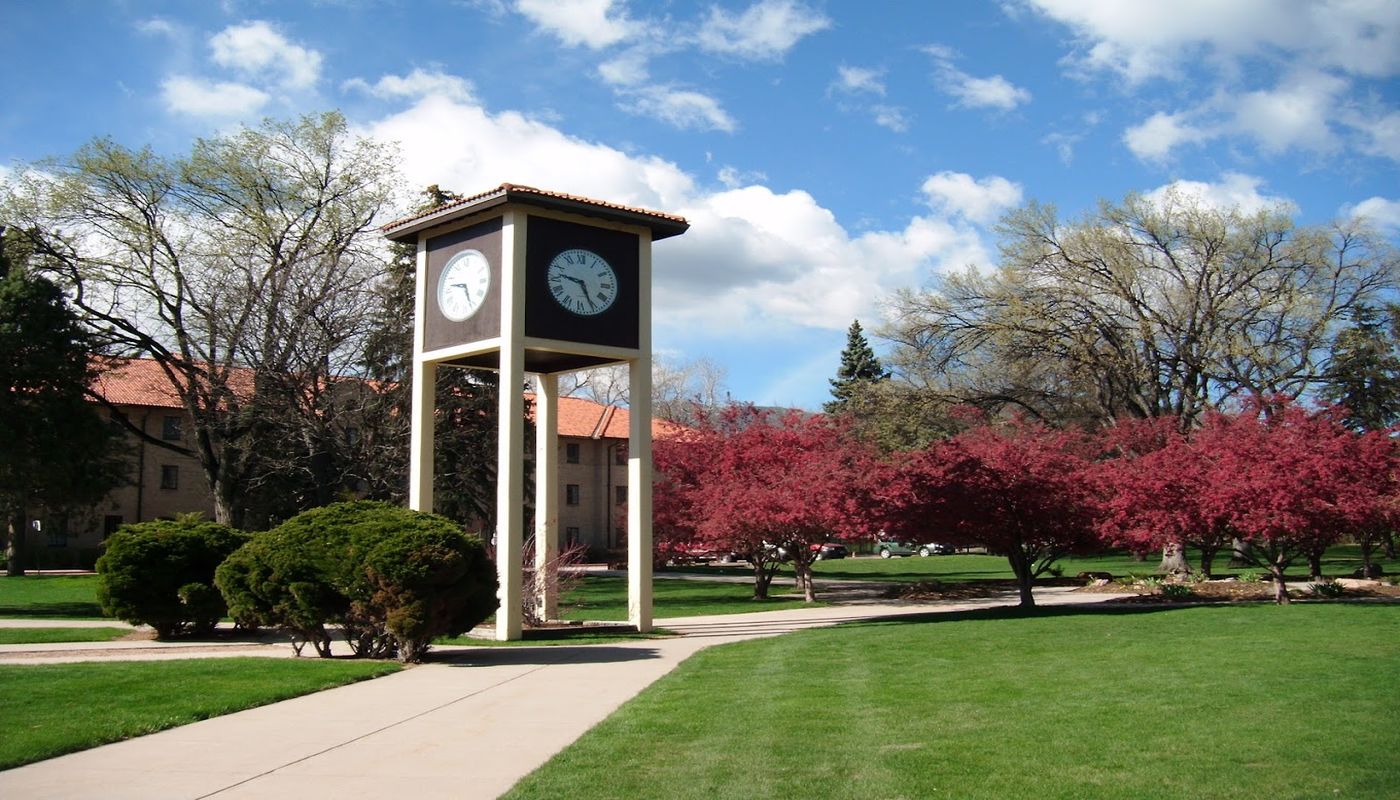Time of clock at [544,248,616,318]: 9:25
